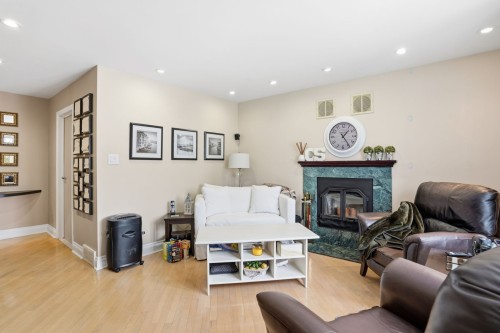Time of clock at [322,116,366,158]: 1:24
